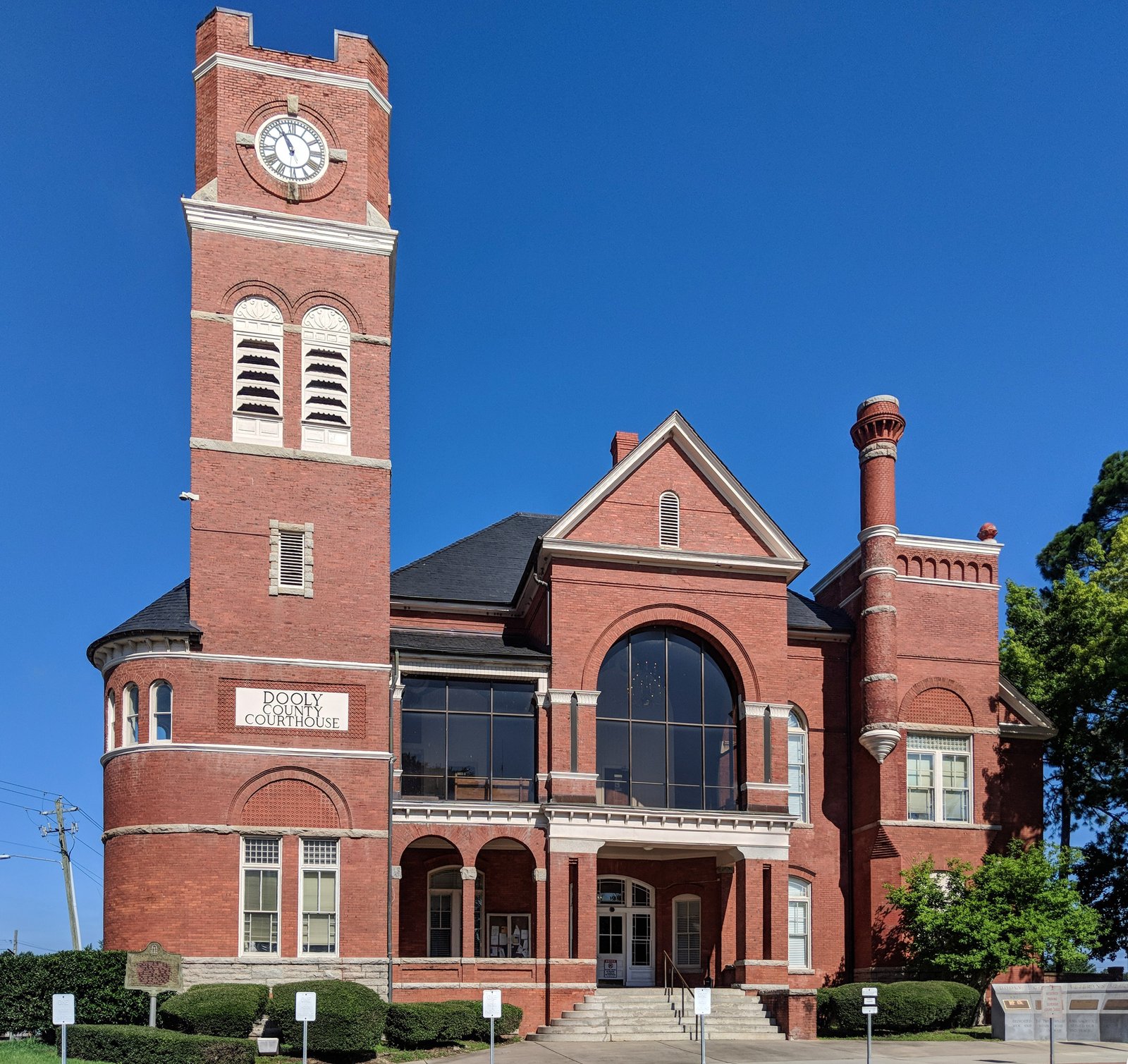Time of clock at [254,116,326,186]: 10:55
